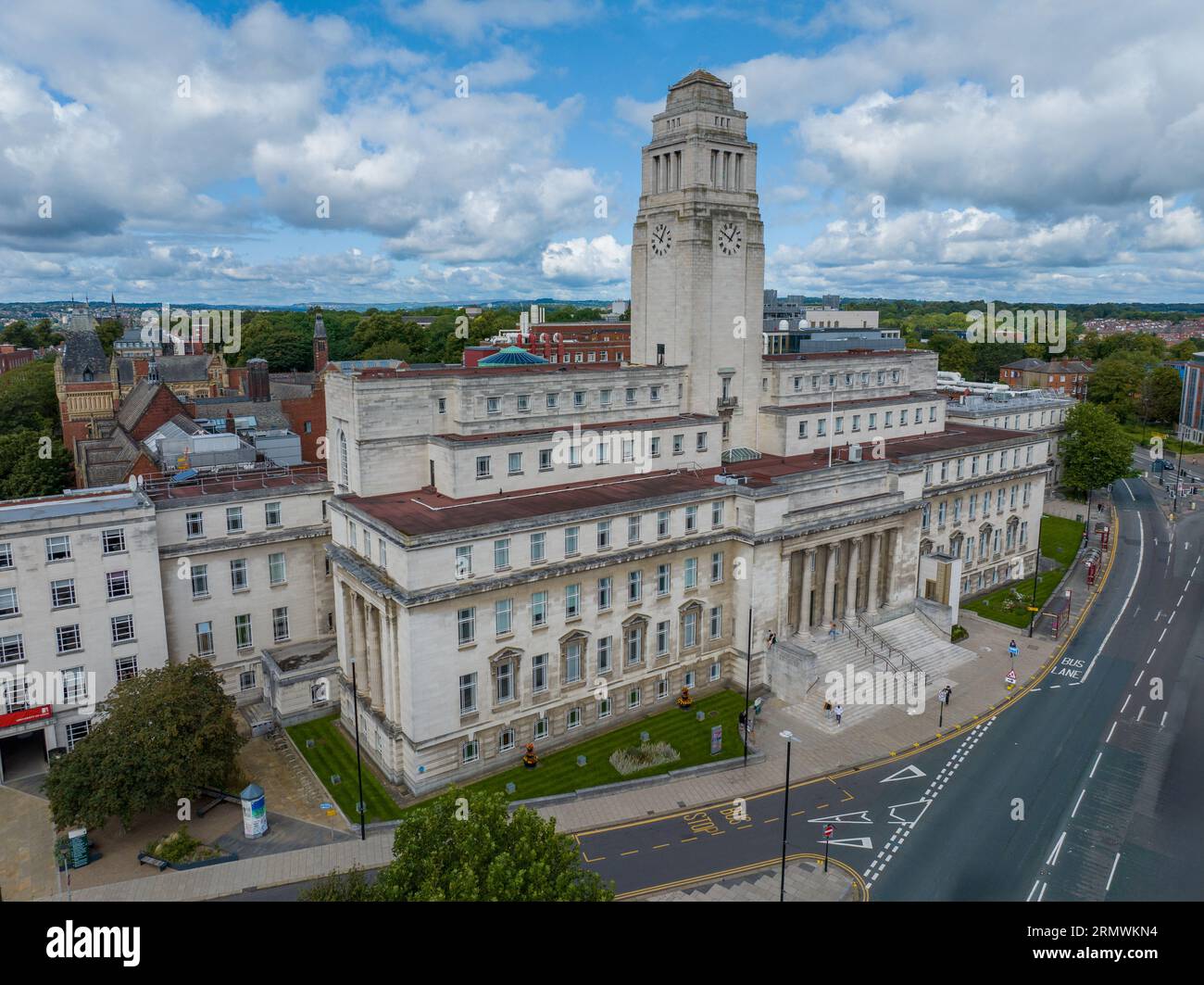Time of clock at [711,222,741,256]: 10:05
